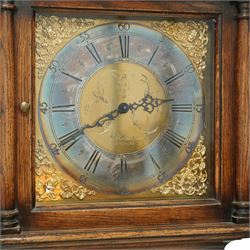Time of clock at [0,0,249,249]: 2:40
